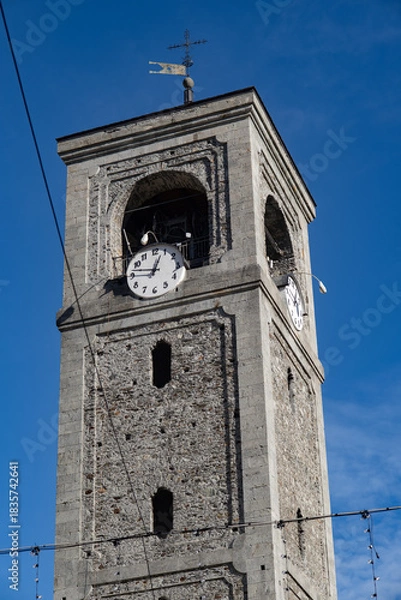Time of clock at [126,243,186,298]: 12:46
